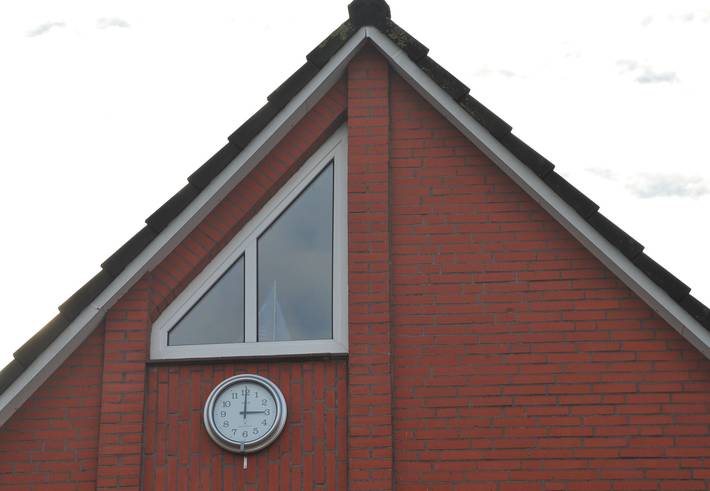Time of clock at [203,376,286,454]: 3:00
